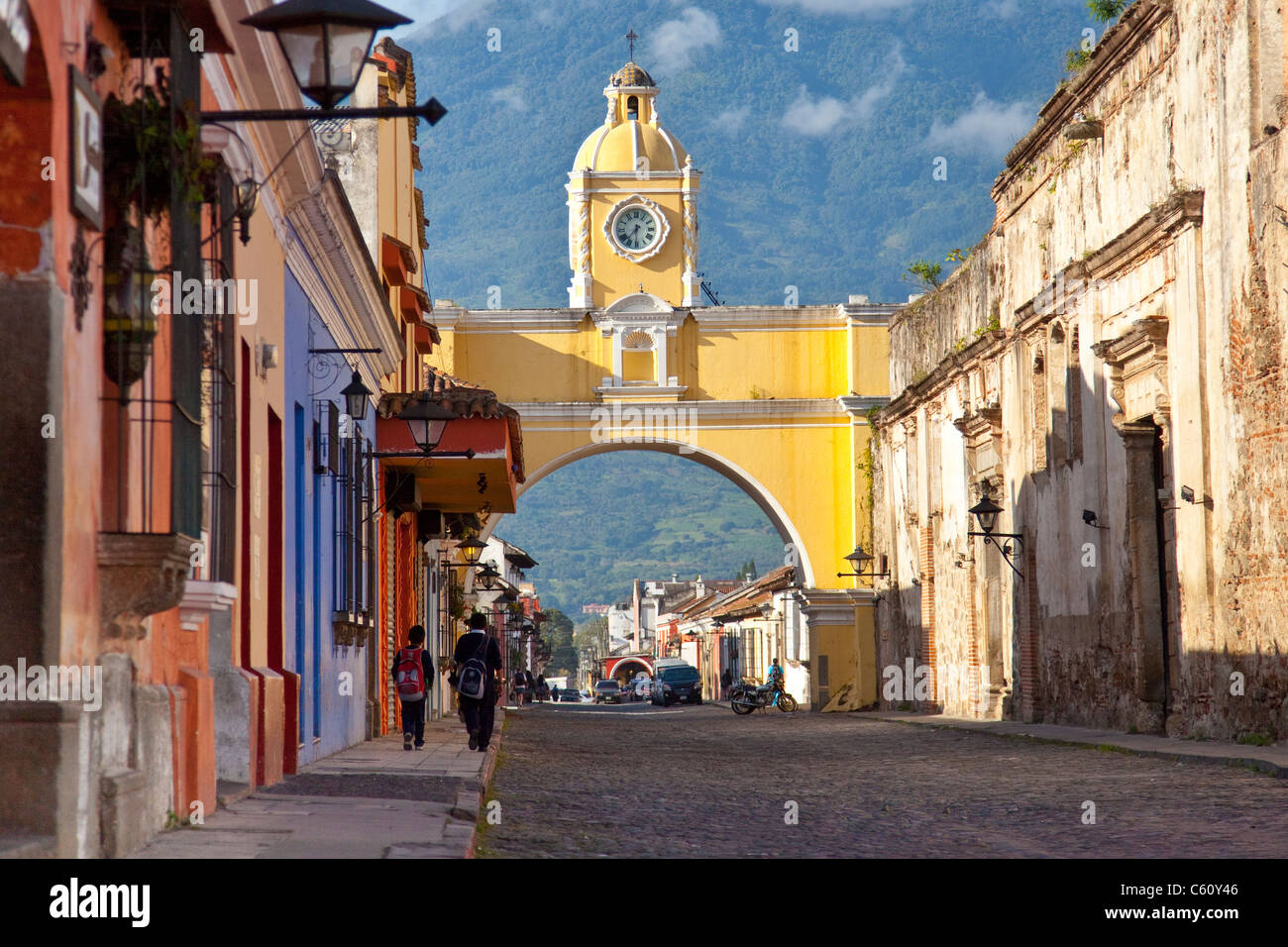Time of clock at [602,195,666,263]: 7:30
